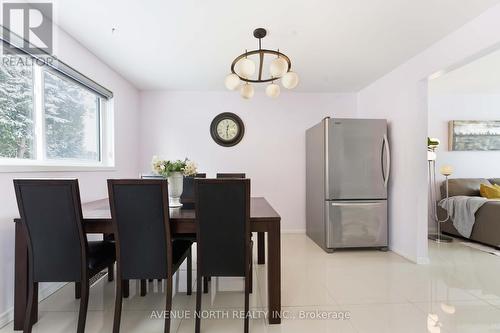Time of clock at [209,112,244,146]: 12:30
